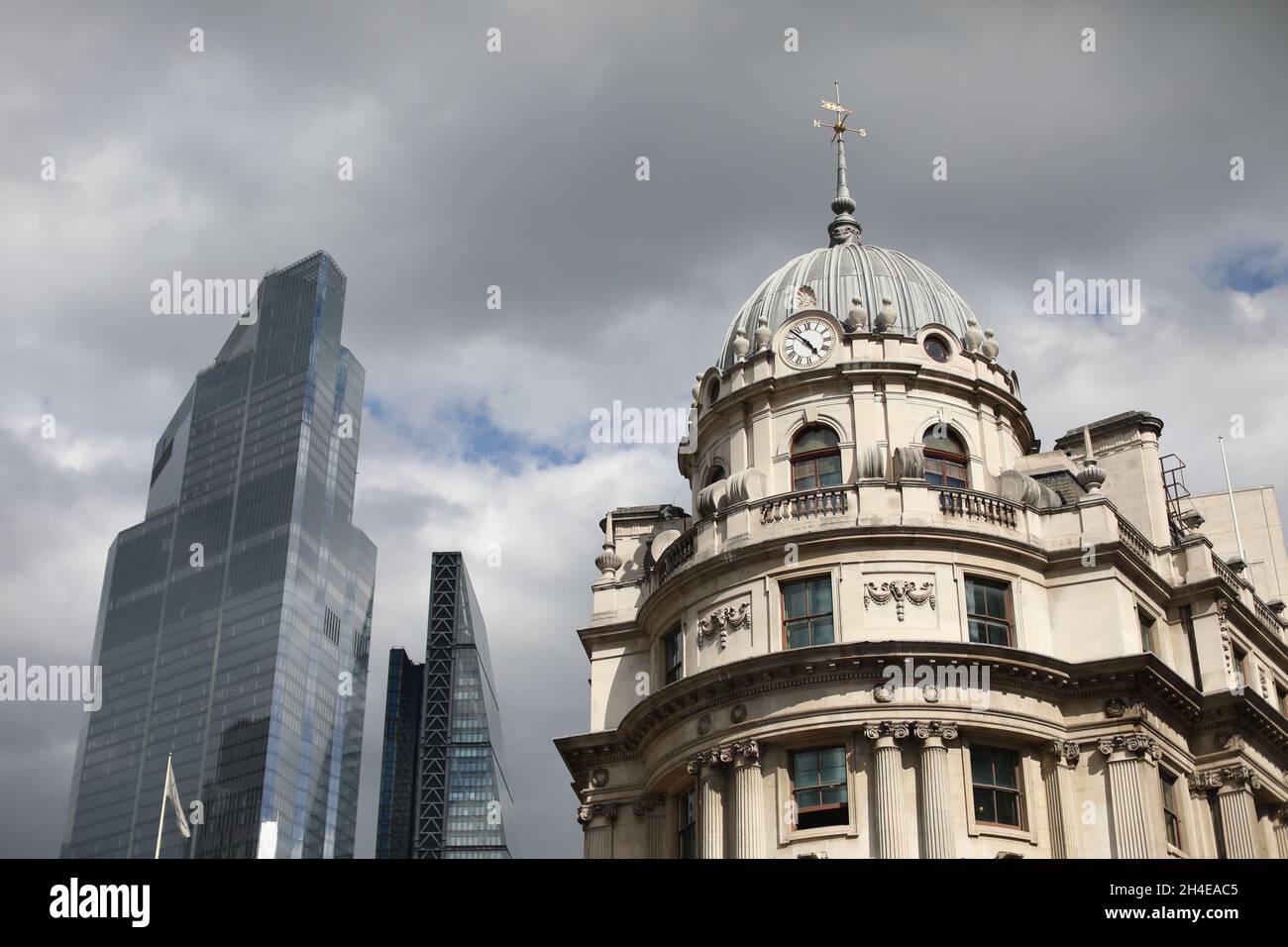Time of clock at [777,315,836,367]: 4:52
